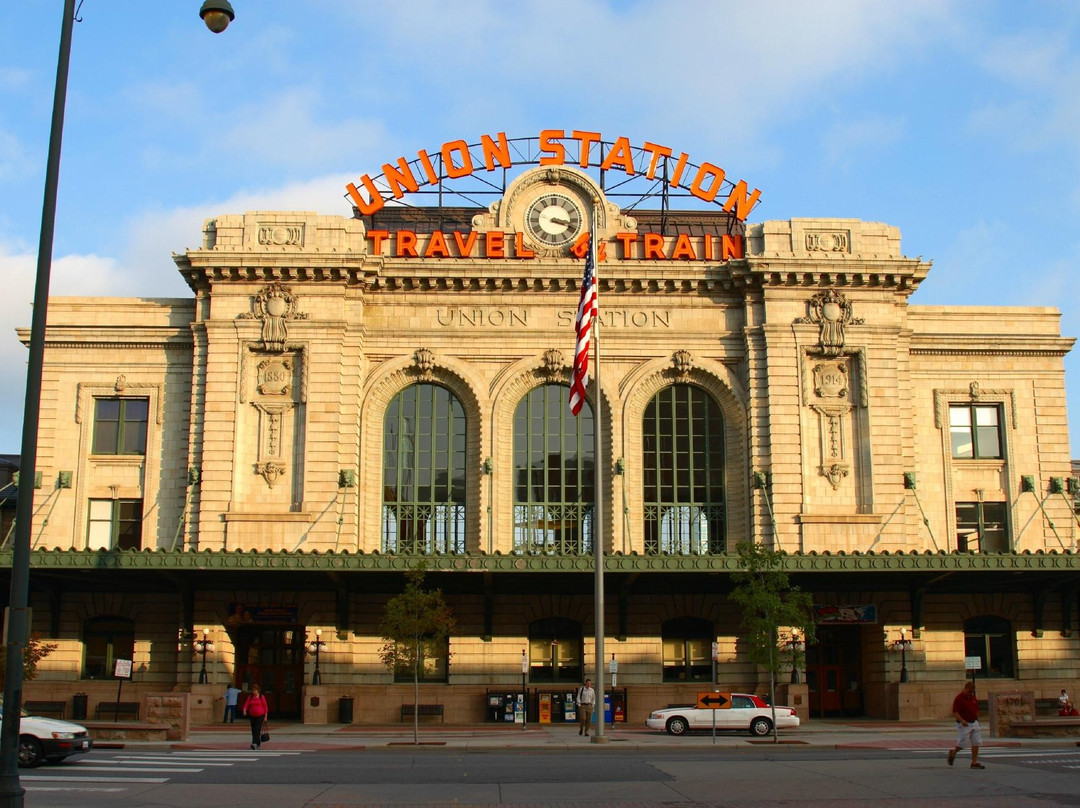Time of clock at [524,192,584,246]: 3:18
